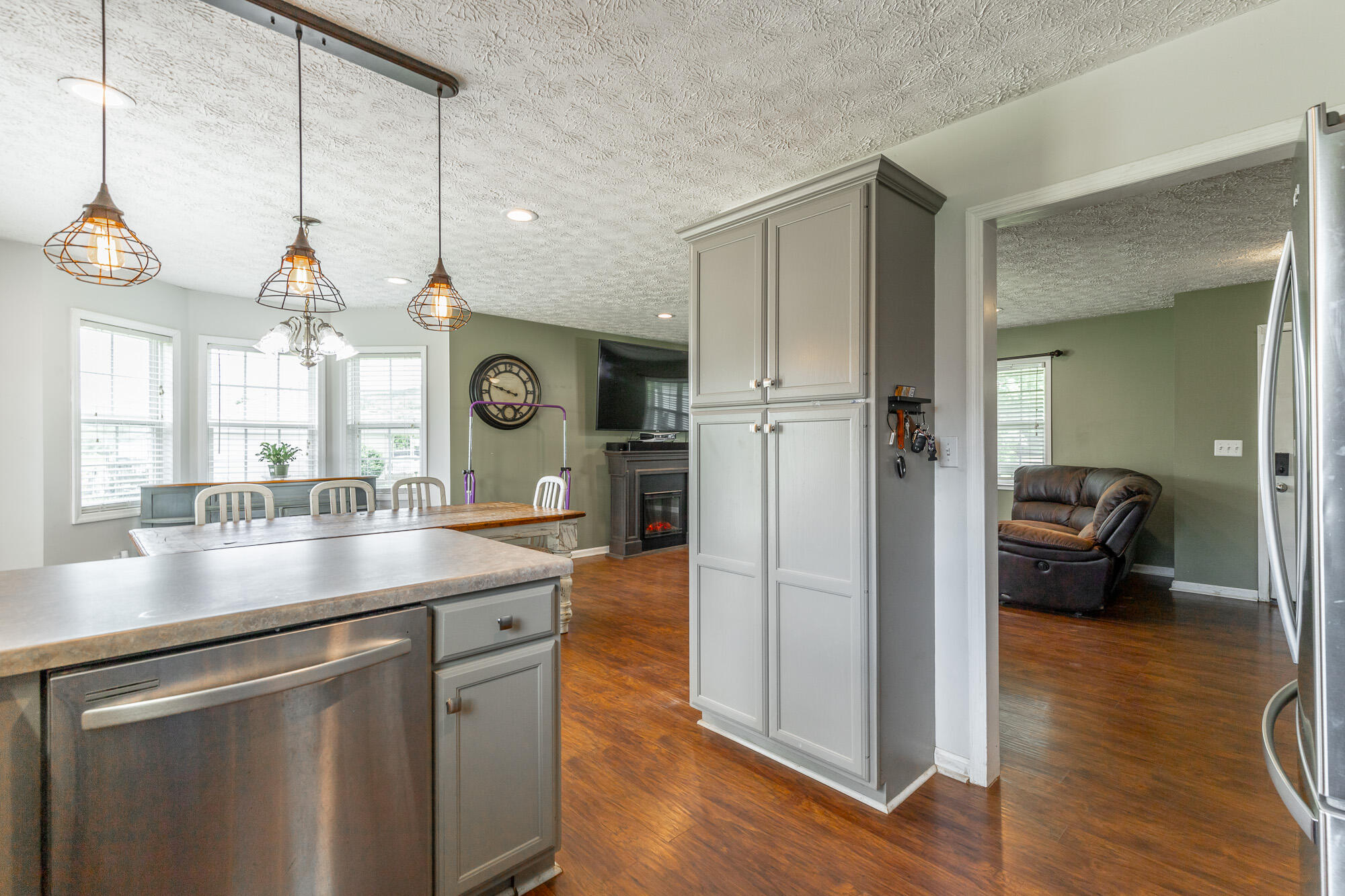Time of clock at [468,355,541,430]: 9:48
